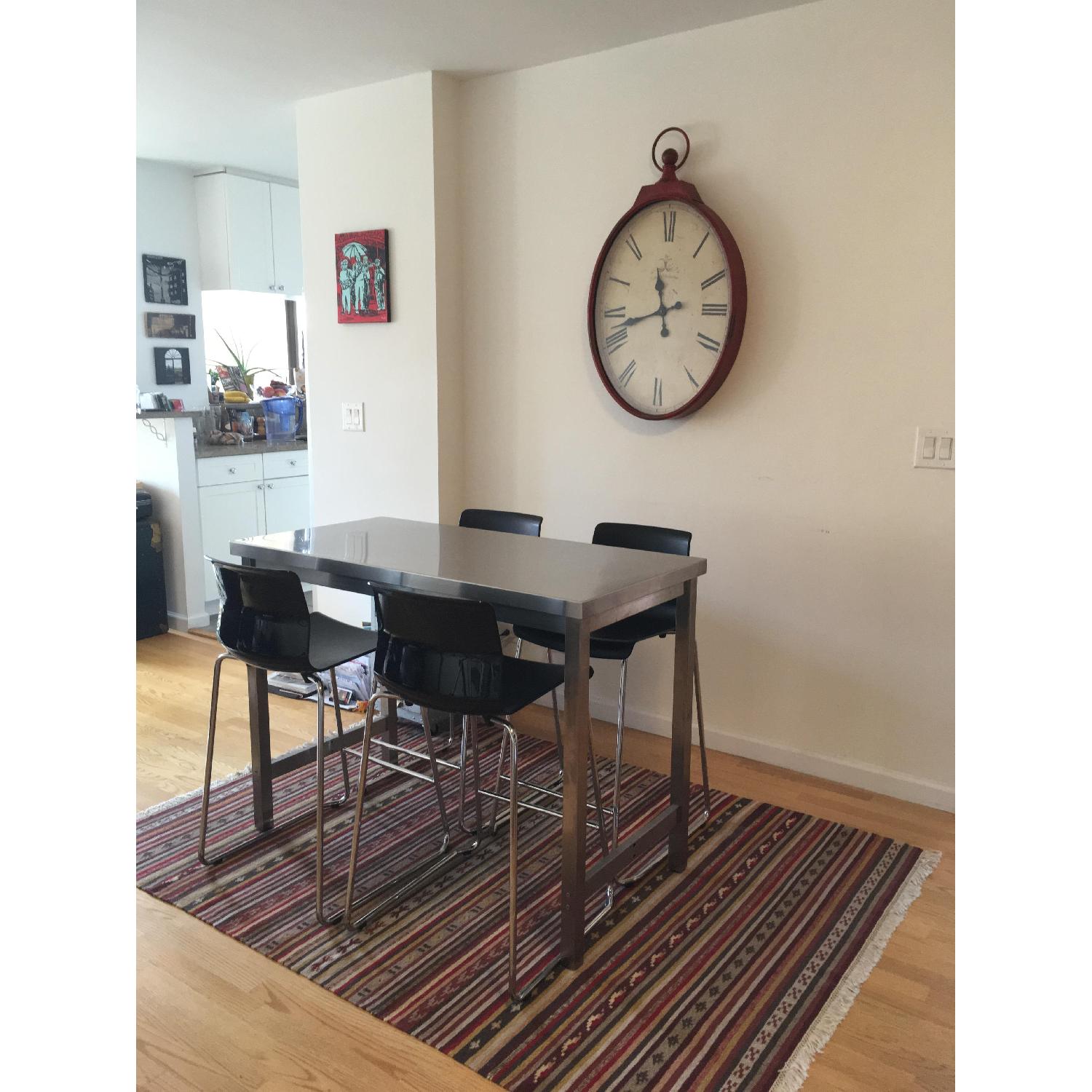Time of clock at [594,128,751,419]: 11:42
